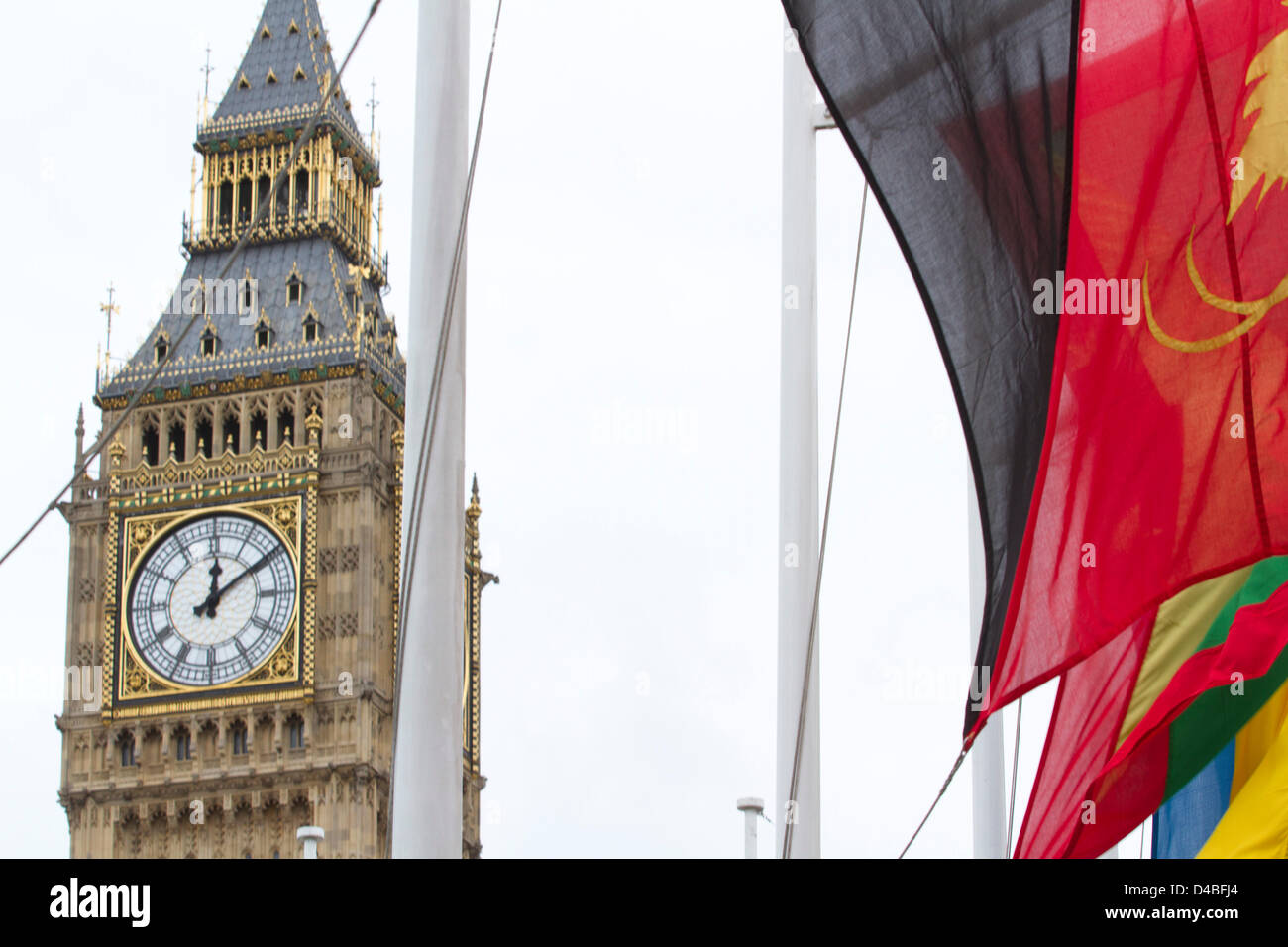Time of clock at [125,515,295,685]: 12:09
